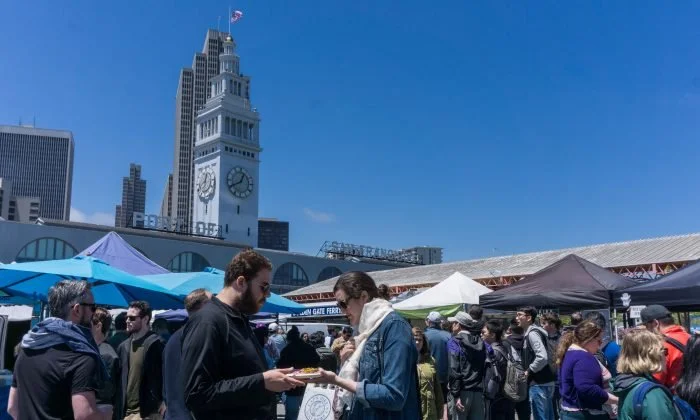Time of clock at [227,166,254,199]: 12:40
